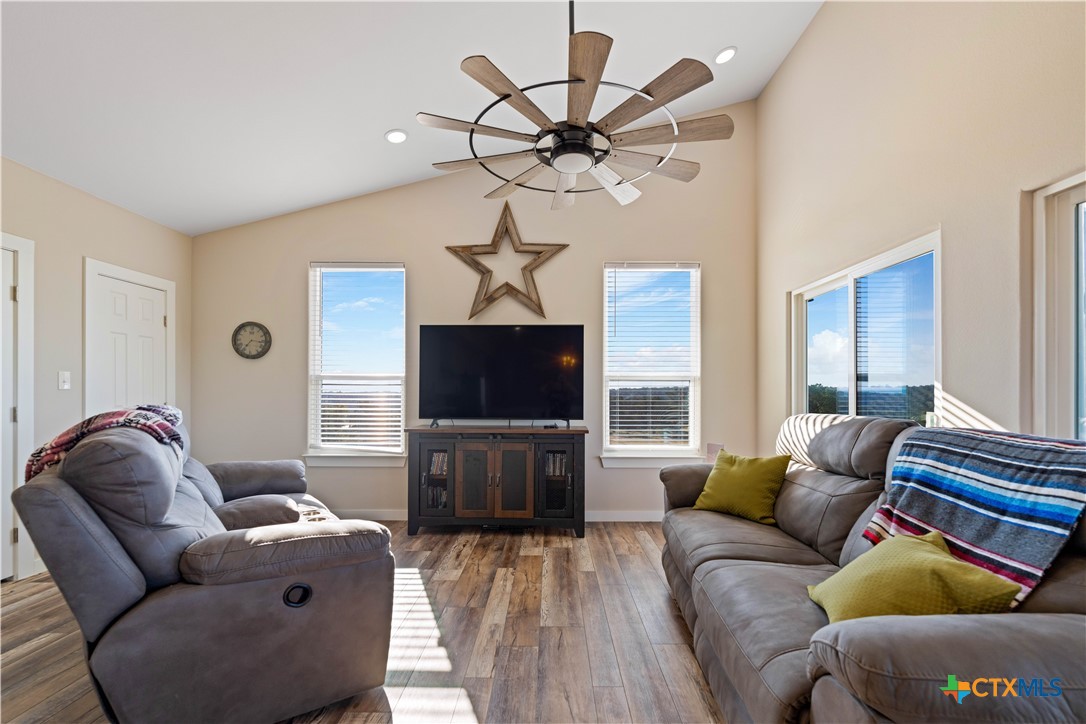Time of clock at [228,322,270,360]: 7:16
